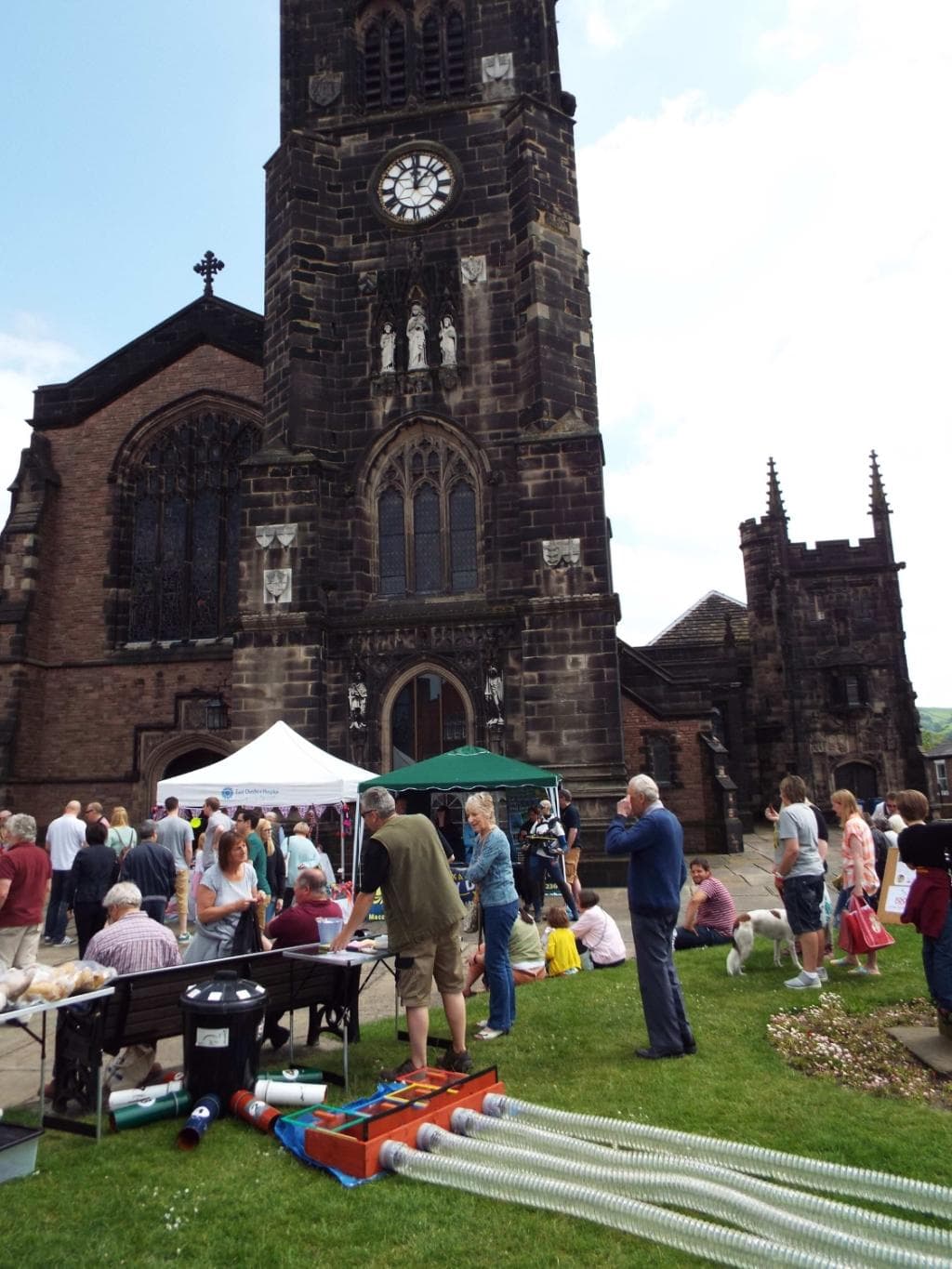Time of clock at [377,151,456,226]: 12:07
